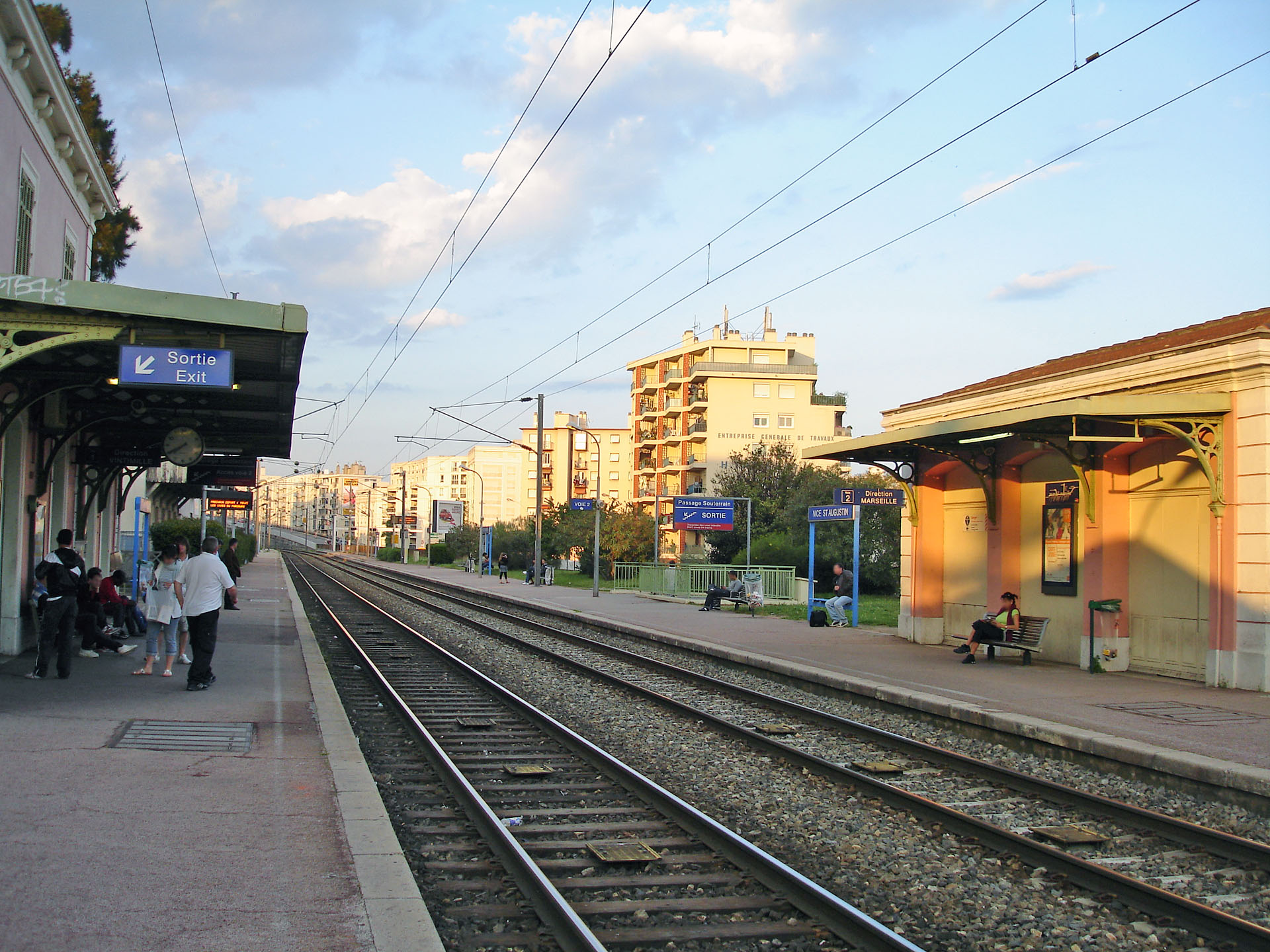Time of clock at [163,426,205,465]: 7:40
